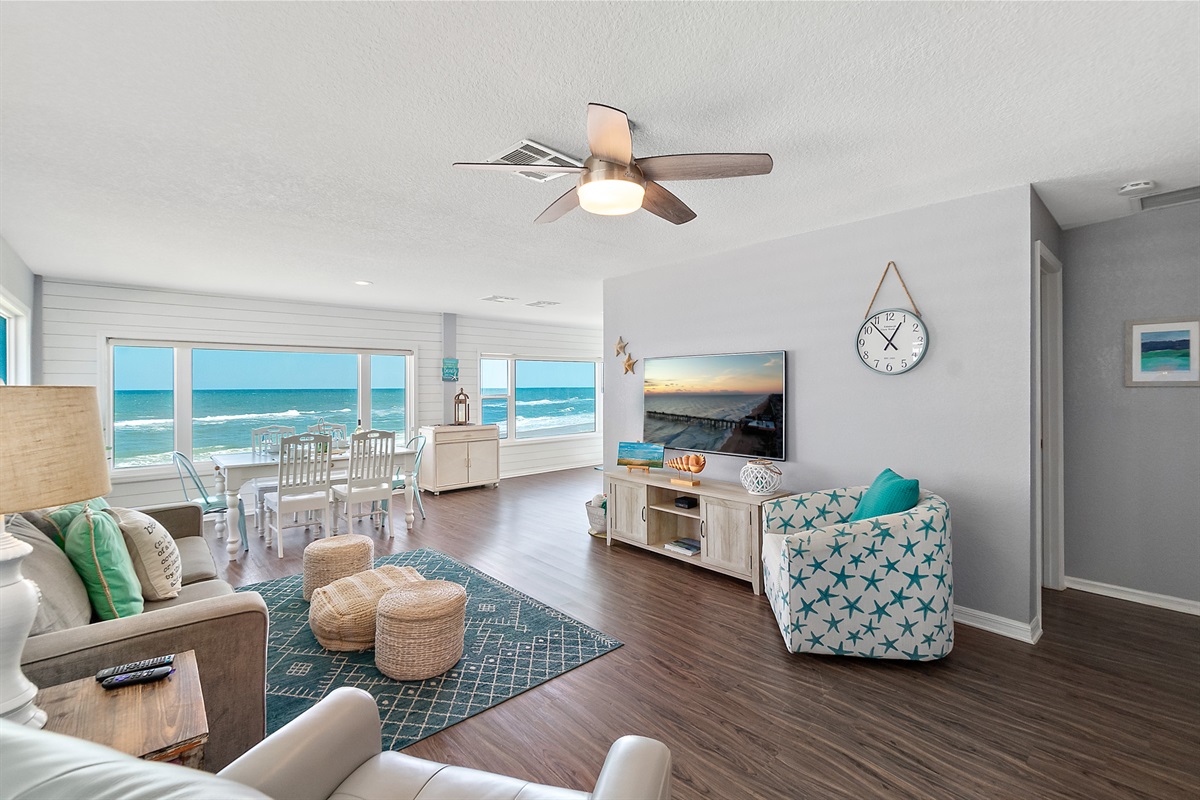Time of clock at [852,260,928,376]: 12:53
